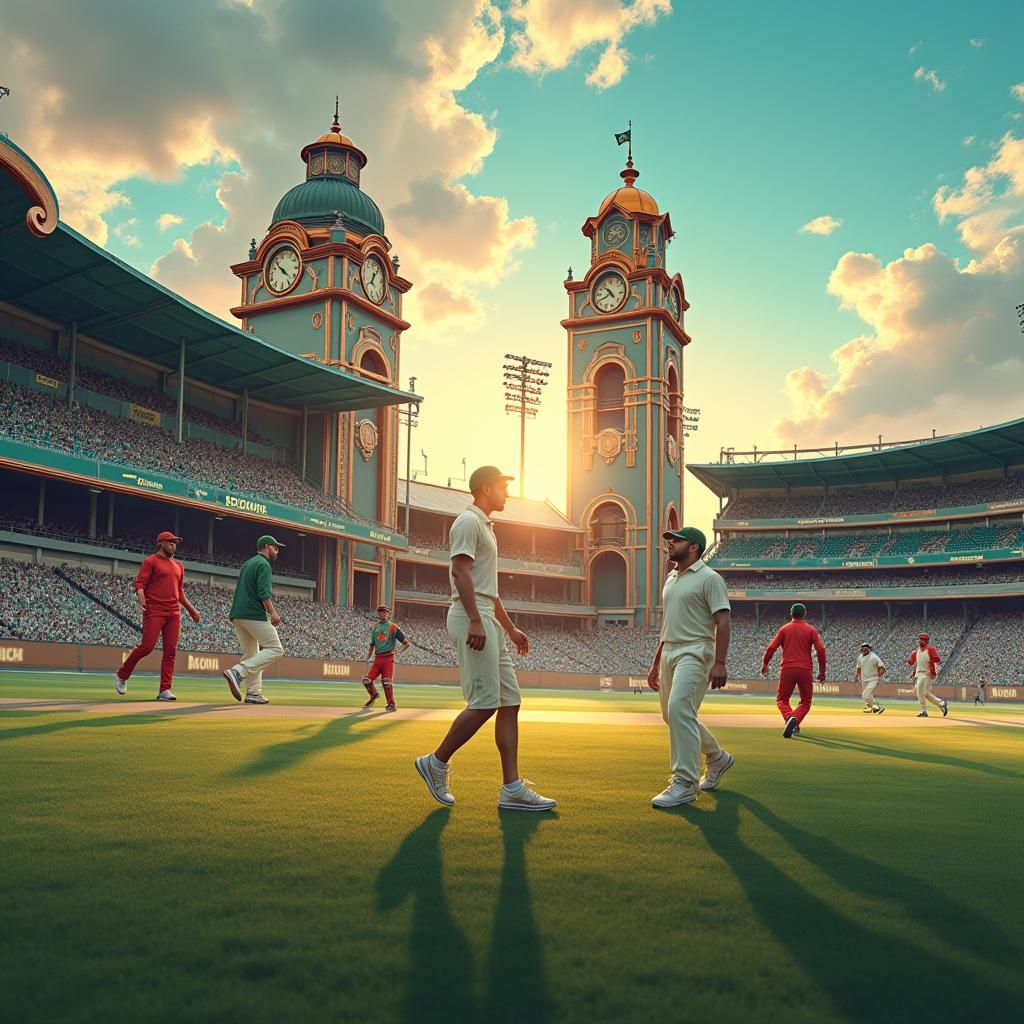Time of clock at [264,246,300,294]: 4:22
